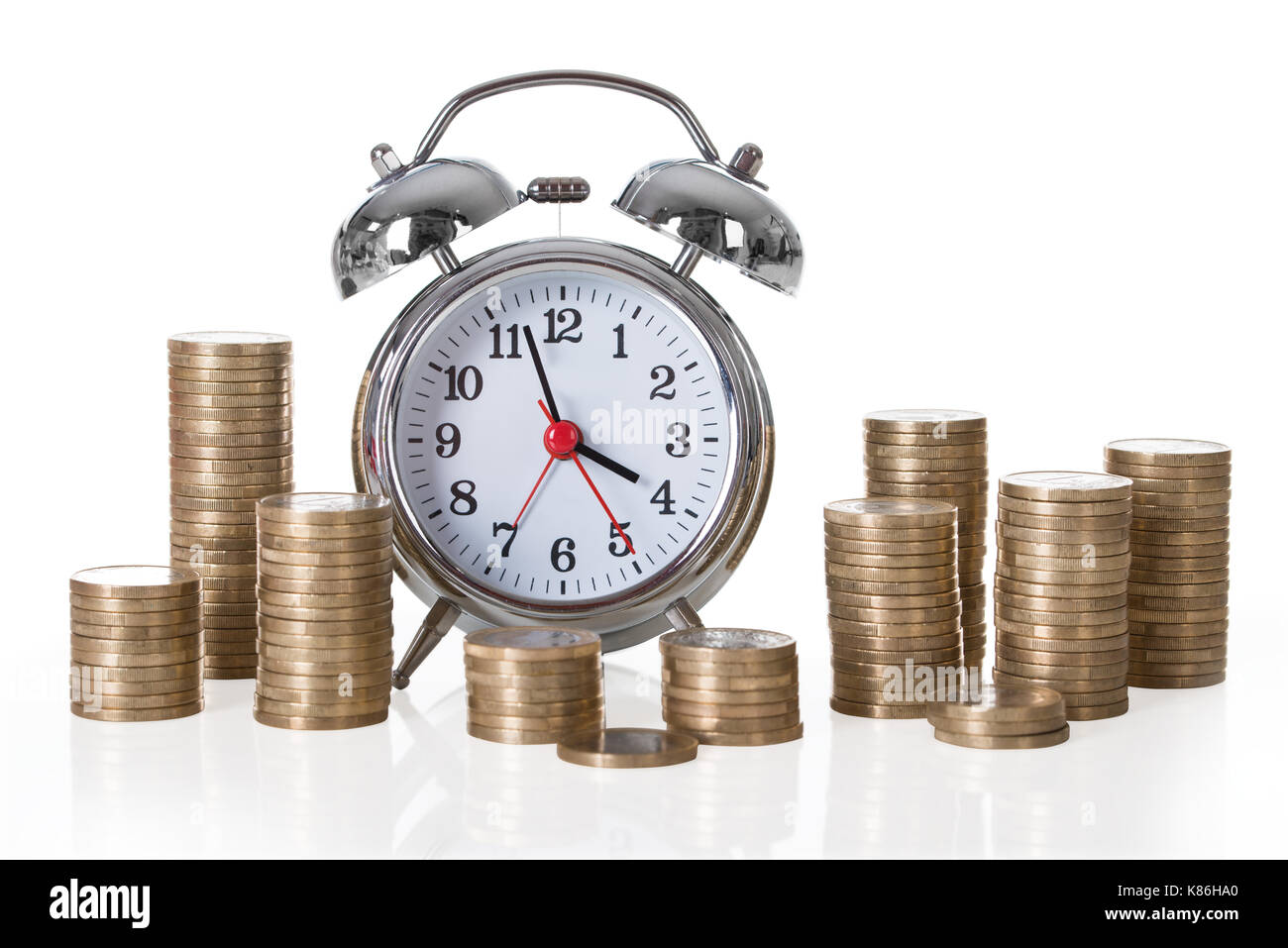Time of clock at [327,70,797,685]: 3:57
